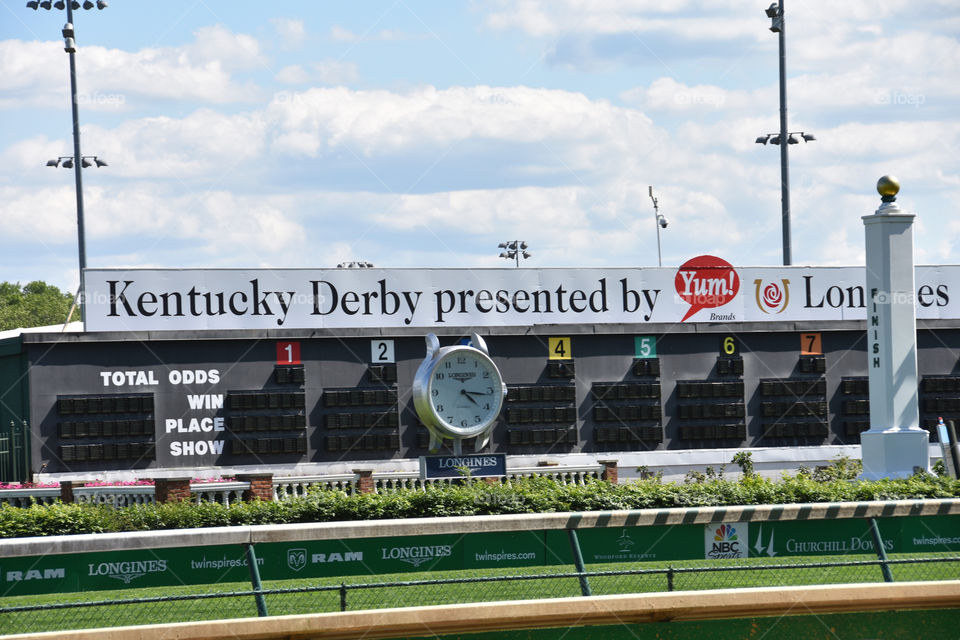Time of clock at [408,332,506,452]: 4:16
